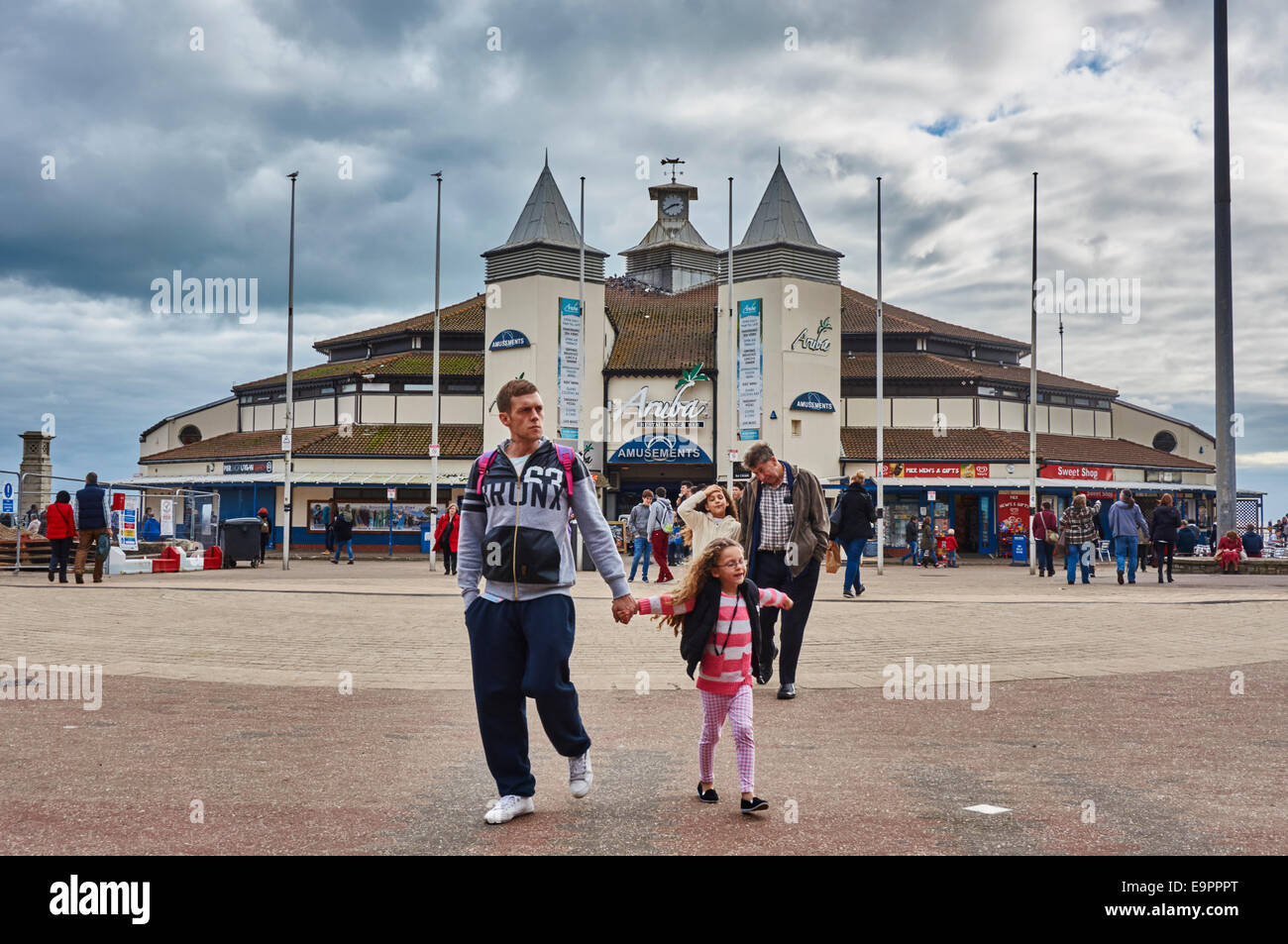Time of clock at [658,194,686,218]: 2:40
